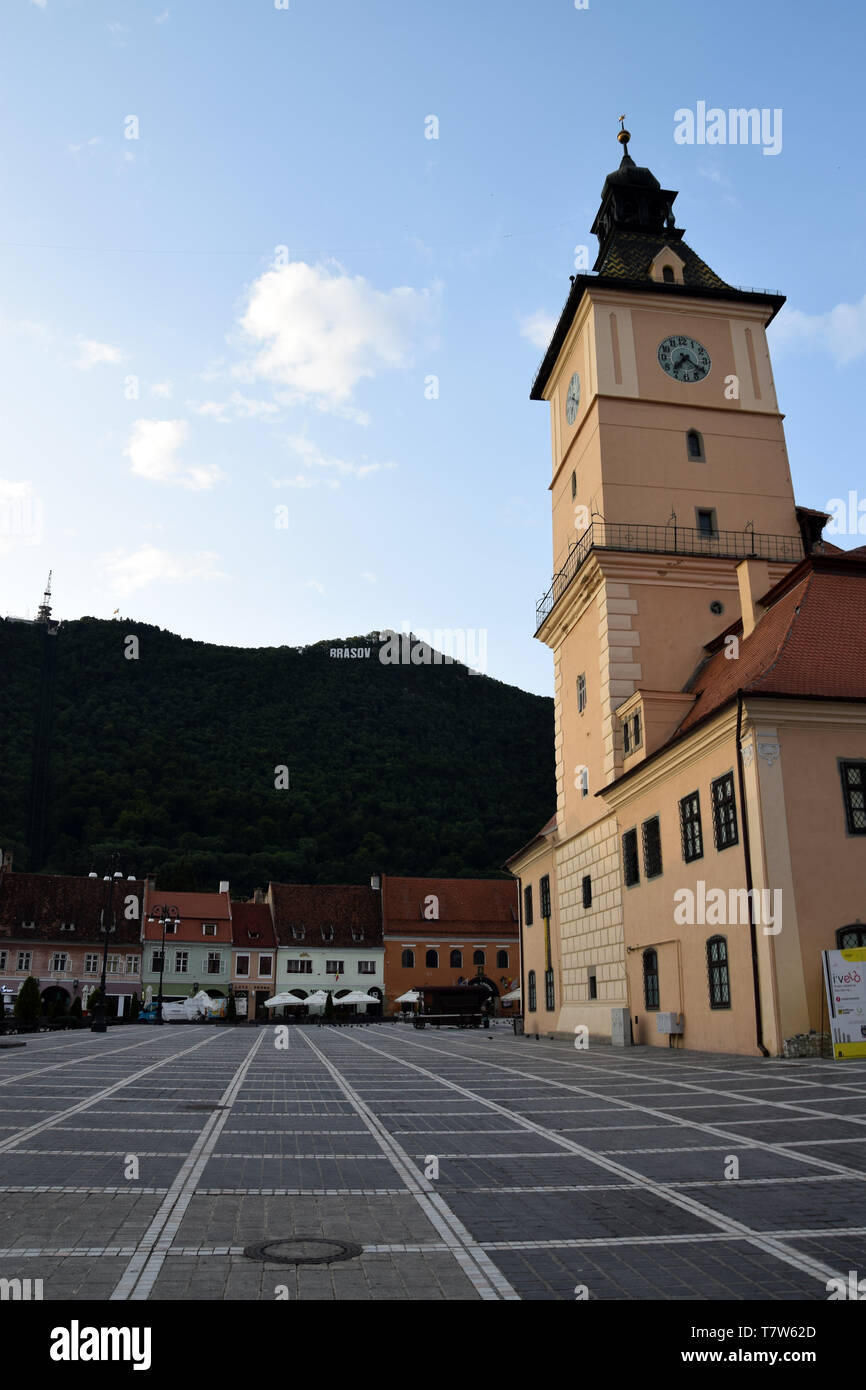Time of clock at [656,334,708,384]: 7:21
